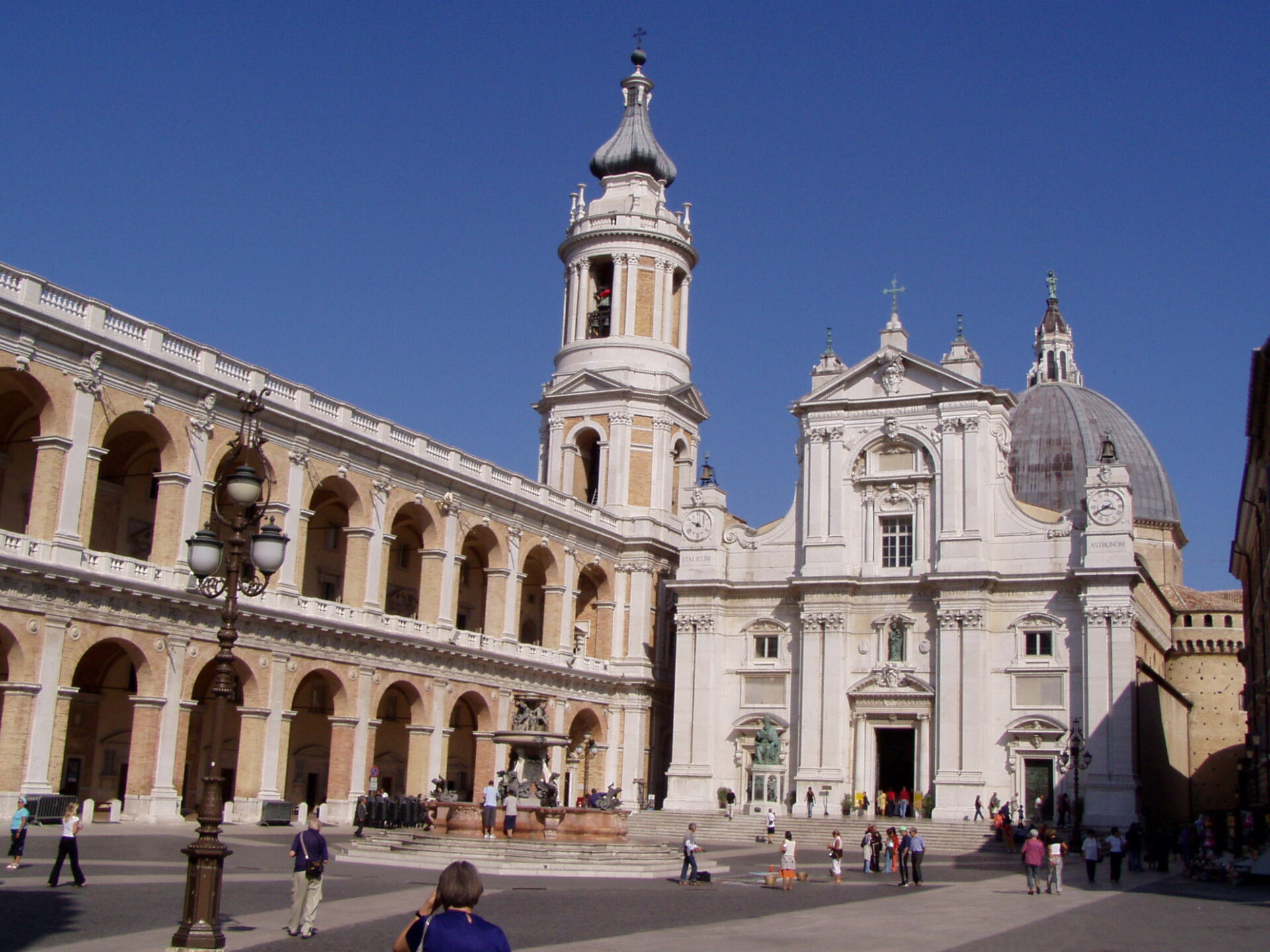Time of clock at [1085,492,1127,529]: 3:40
